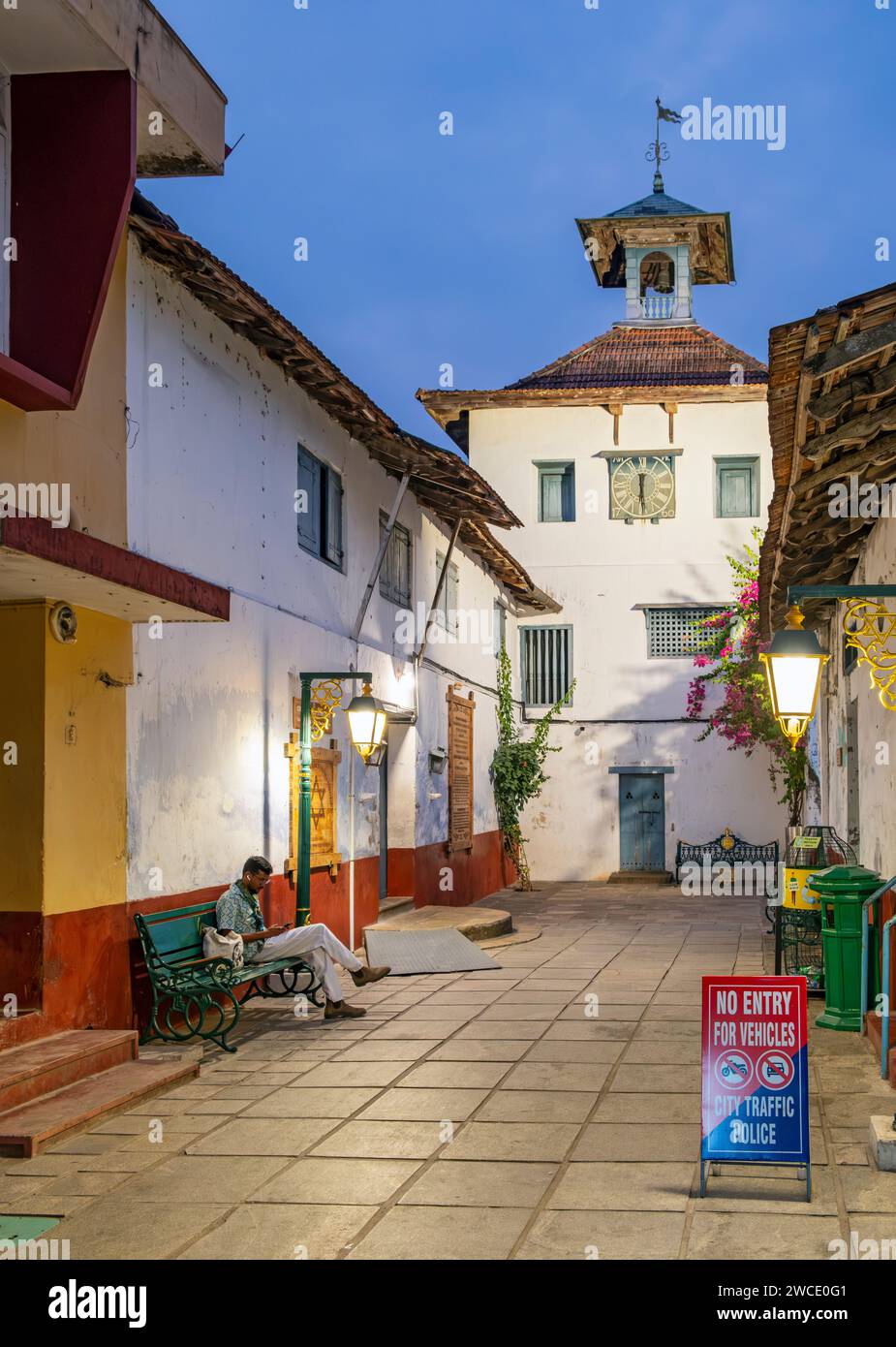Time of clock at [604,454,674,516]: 6:29
